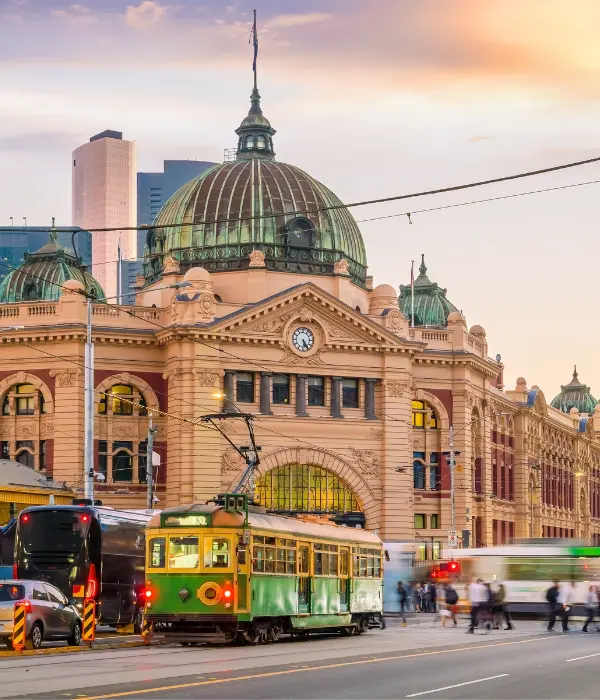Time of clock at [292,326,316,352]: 5:24
